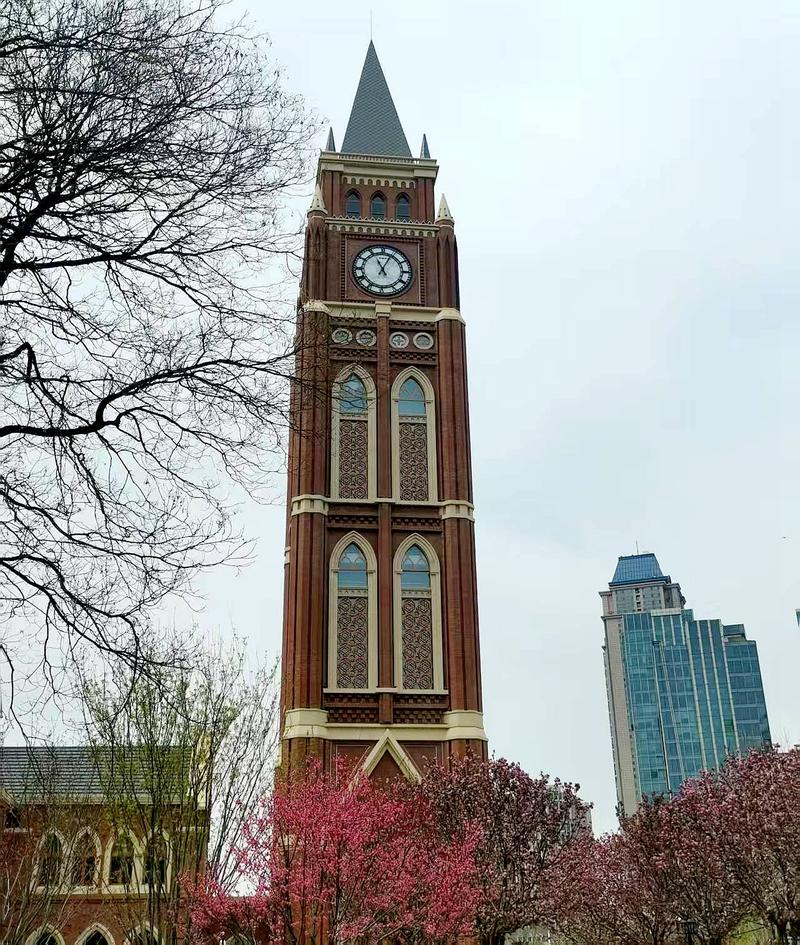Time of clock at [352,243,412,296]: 11:04
